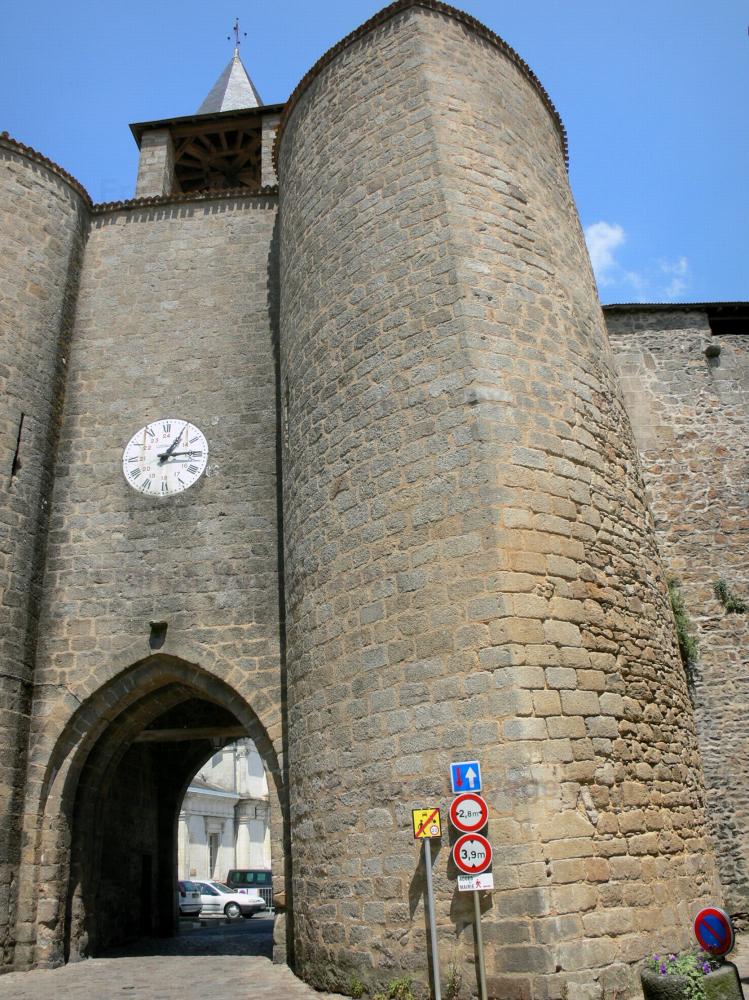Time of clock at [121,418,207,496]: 1:14
